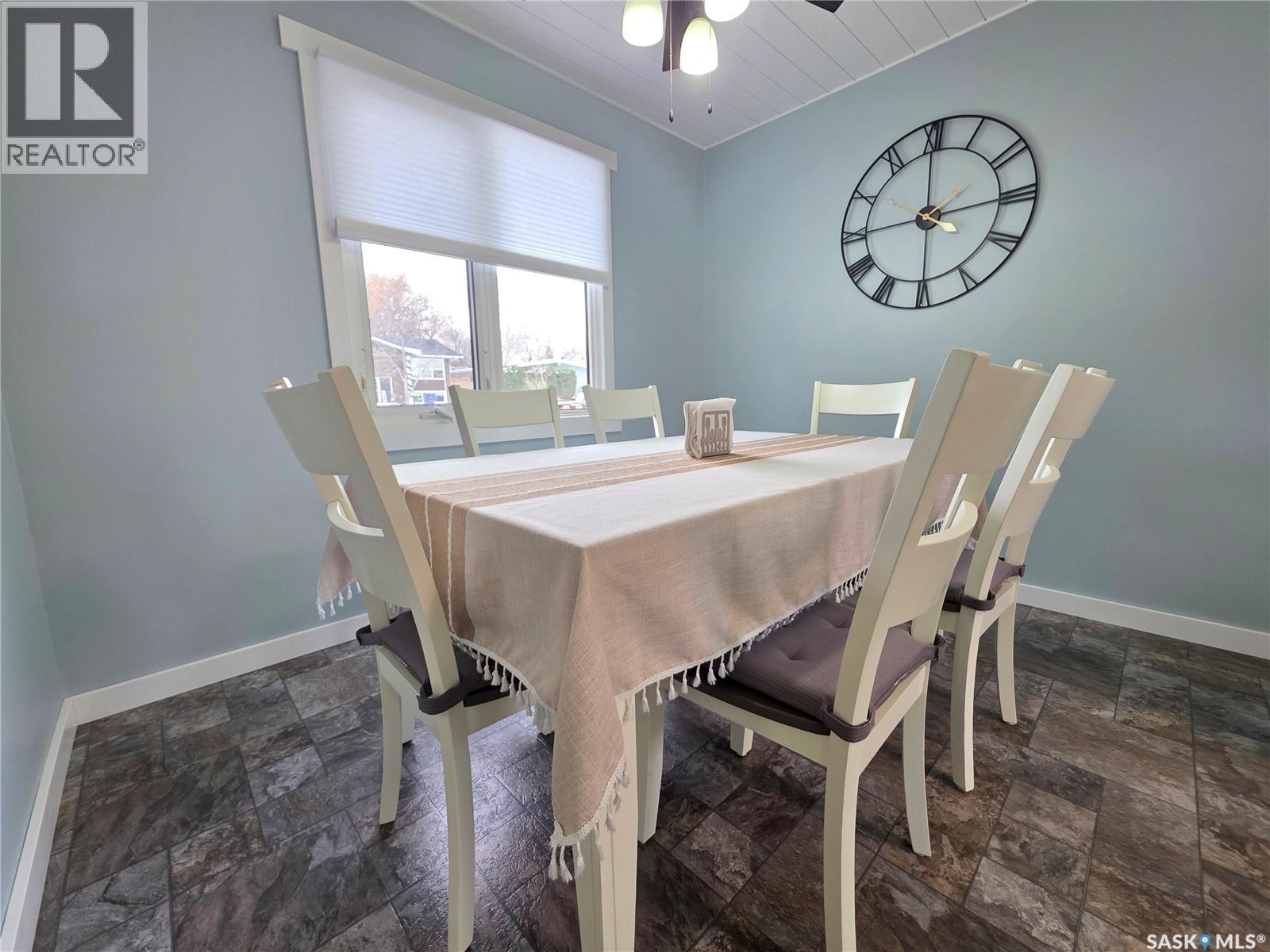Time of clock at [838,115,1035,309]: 2:00
